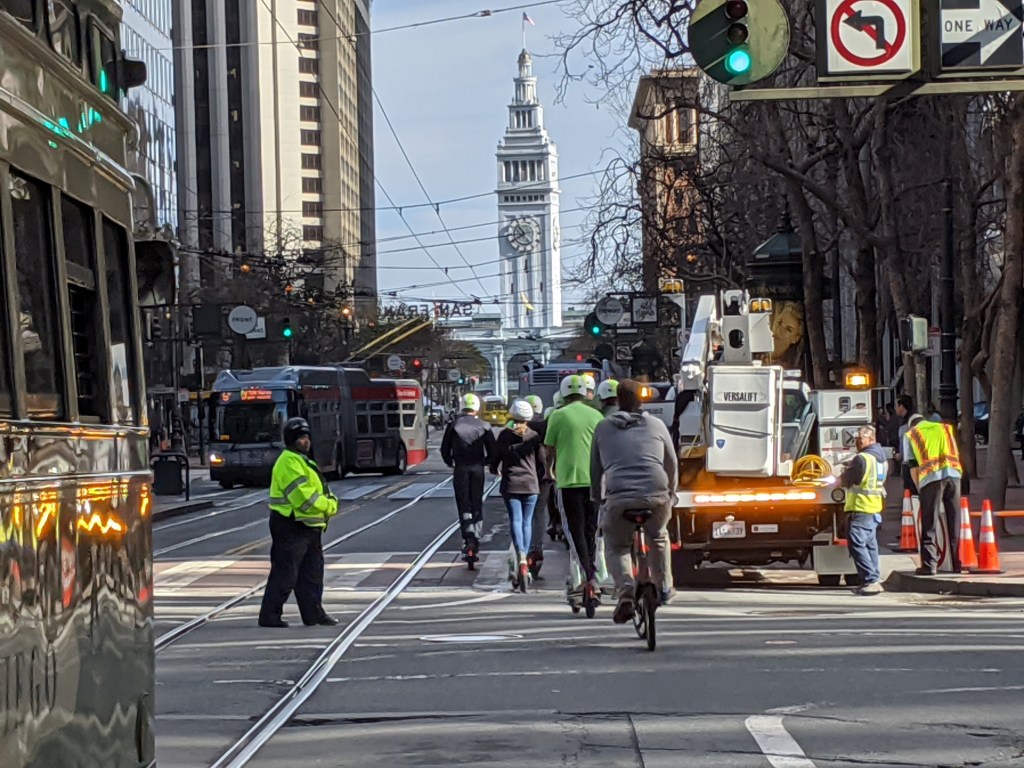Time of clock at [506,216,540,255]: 10:40
